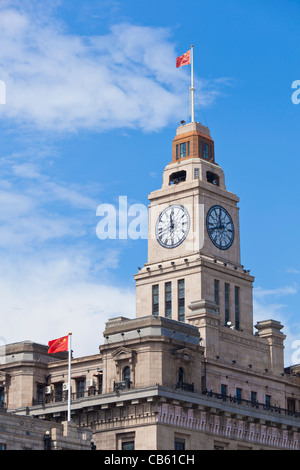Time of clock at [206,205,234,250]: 11:41
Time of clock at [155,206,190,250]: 11:42
